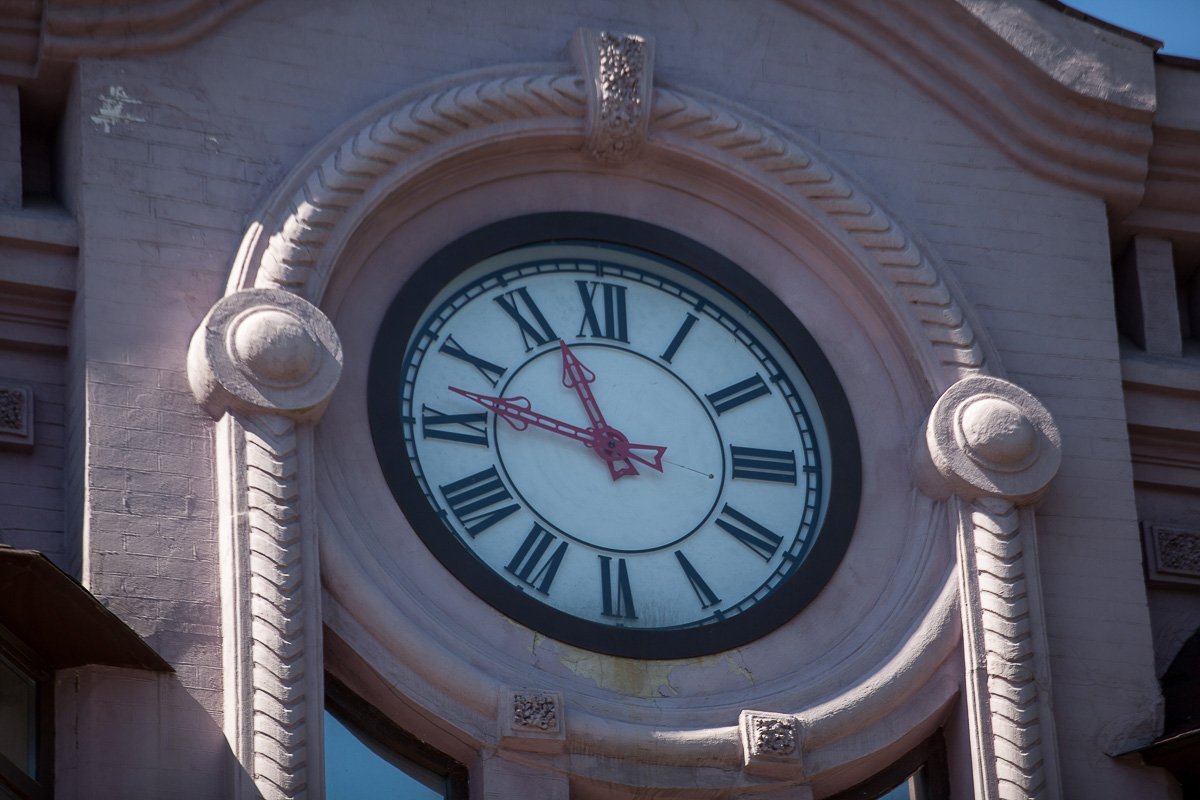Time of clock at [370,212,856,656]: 10:46
